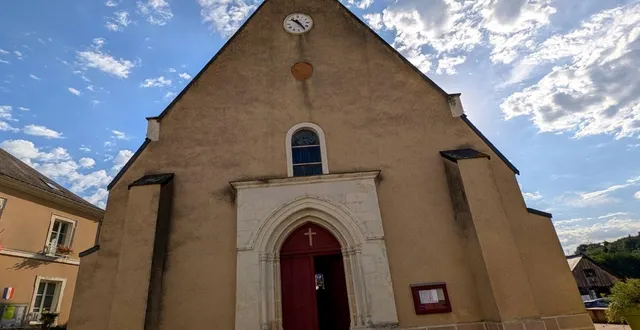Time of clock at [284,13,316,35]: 10:24
